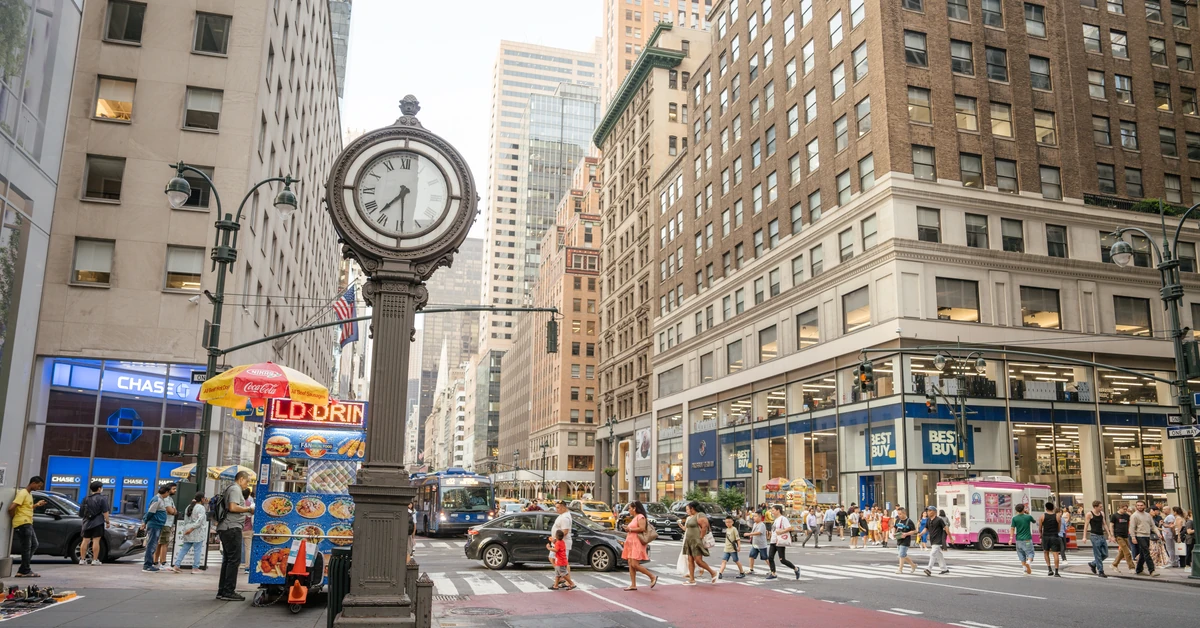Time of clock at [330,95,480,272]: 7:29
